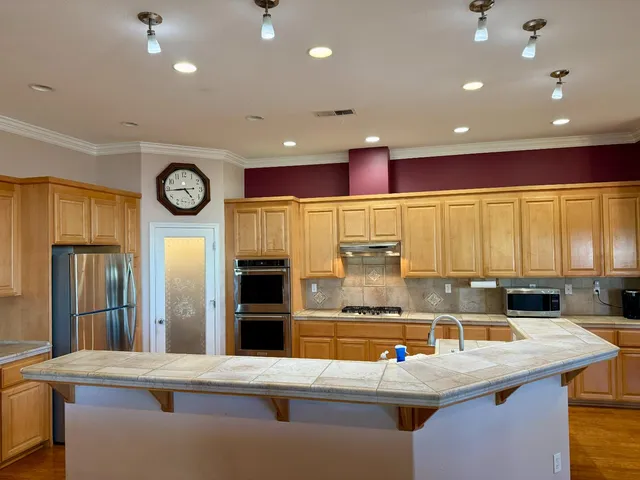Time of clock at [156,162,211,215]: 4:44
